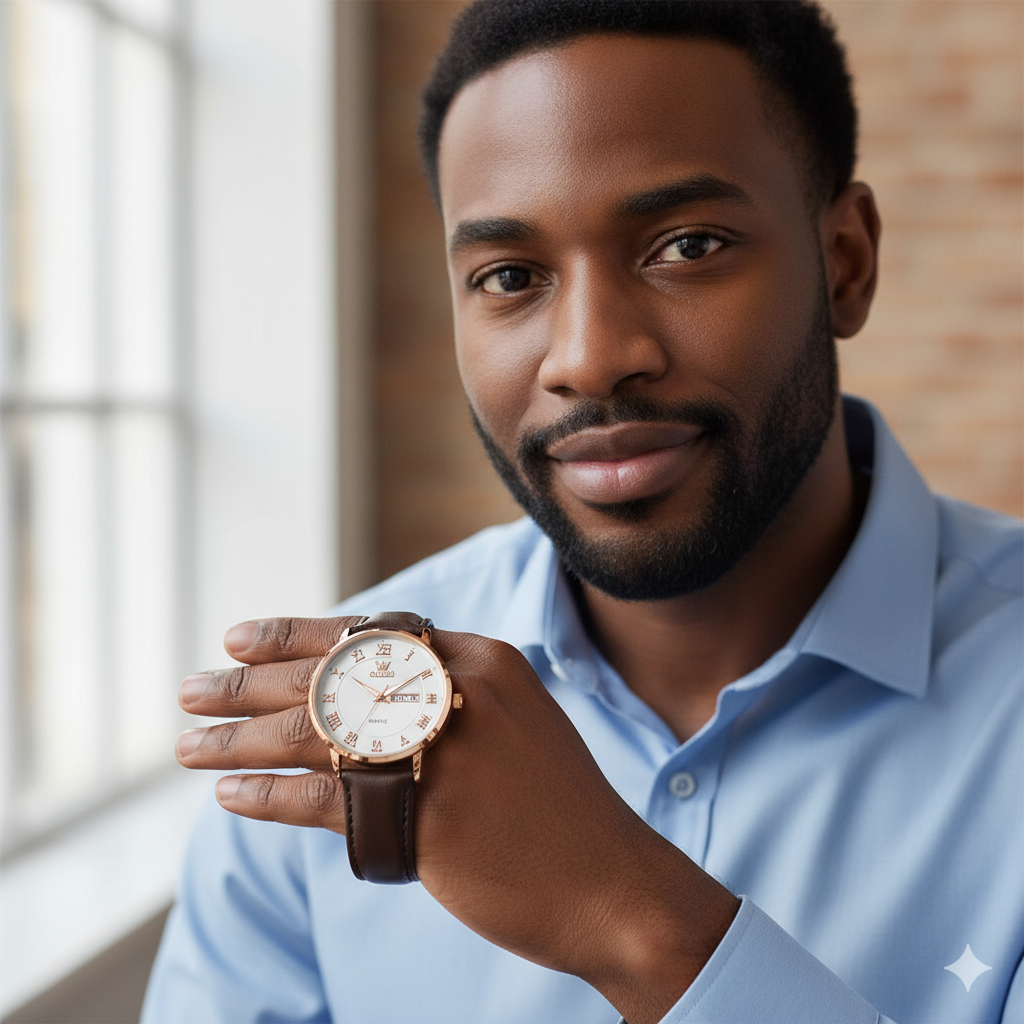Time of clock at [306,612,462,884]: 3:09
